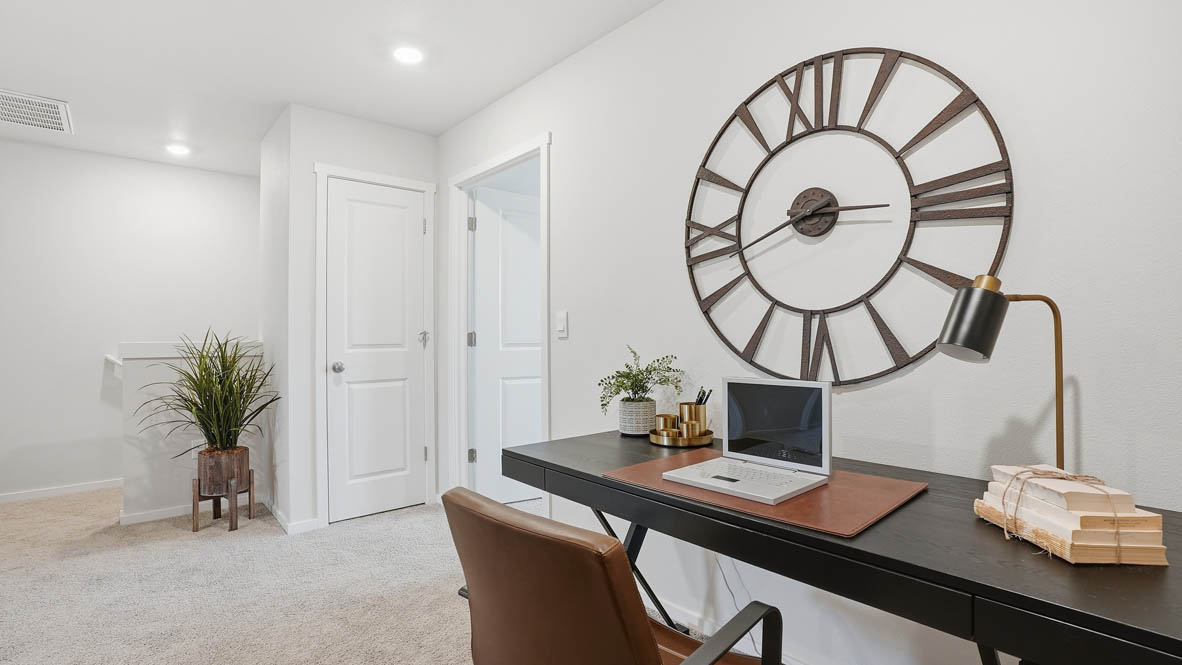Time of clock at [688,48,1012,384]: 8:15
